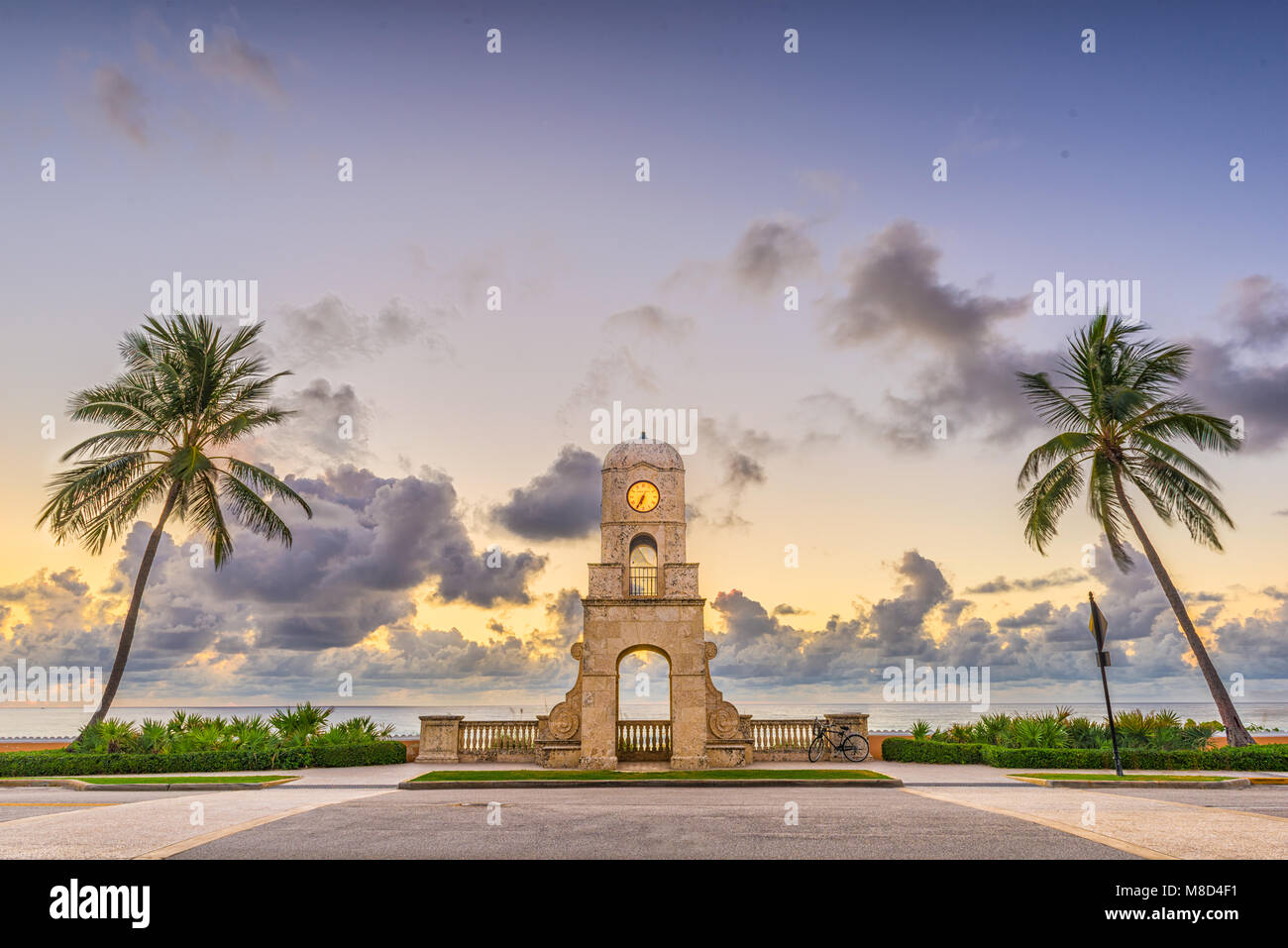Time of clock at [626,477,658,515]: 6:34
